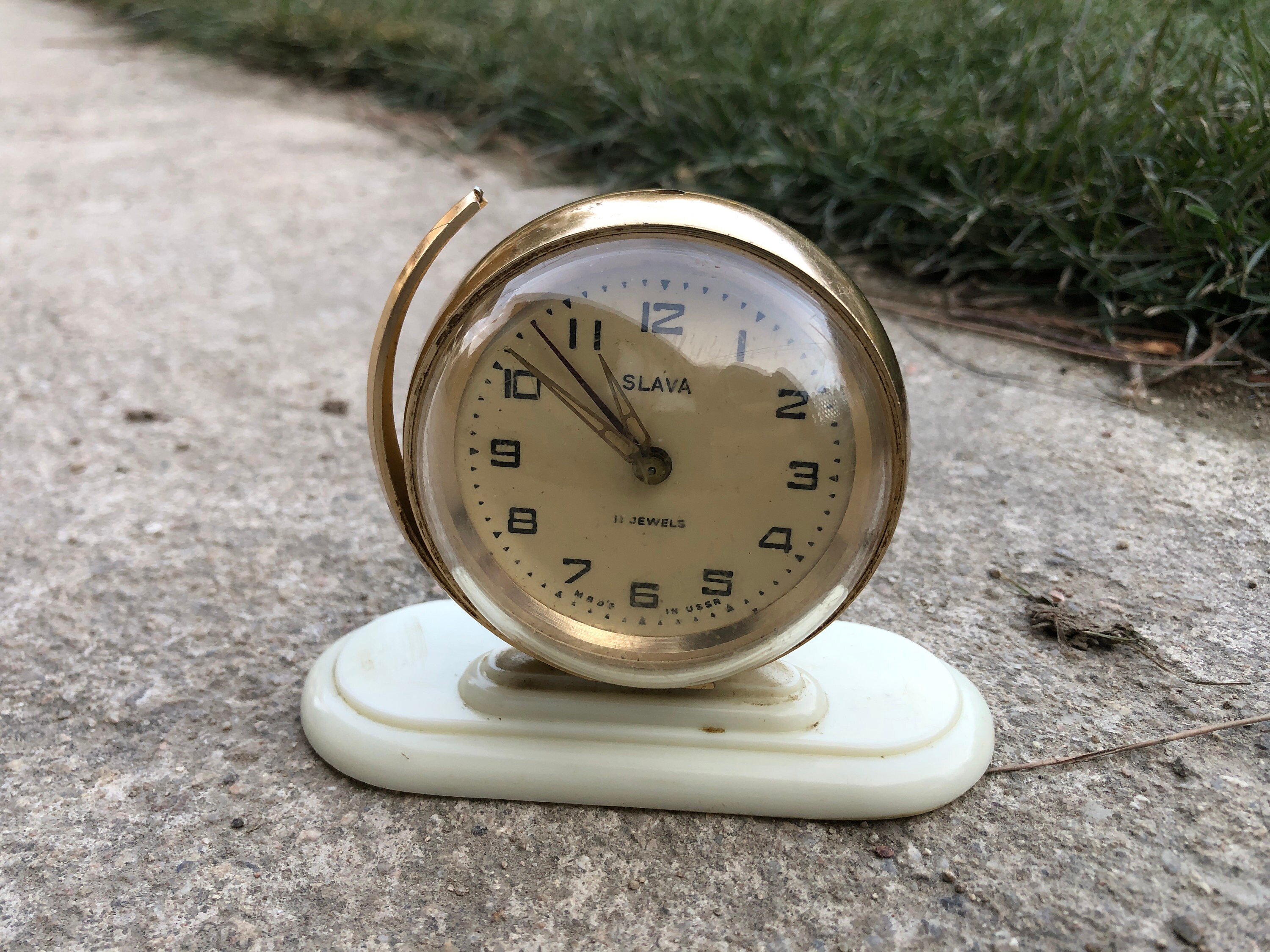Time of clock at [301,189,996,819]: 10:52
